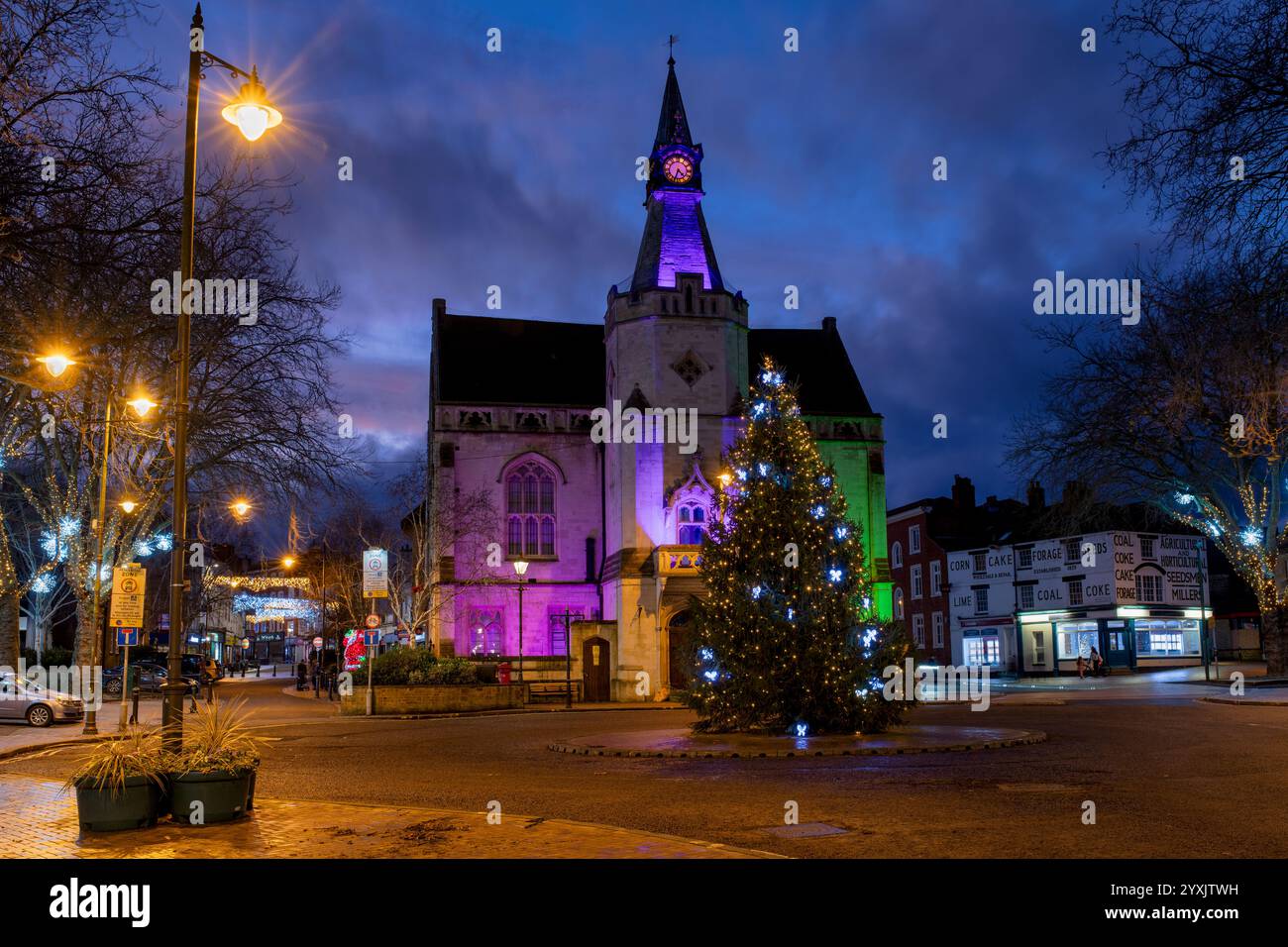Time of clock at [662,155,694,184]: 4:34
